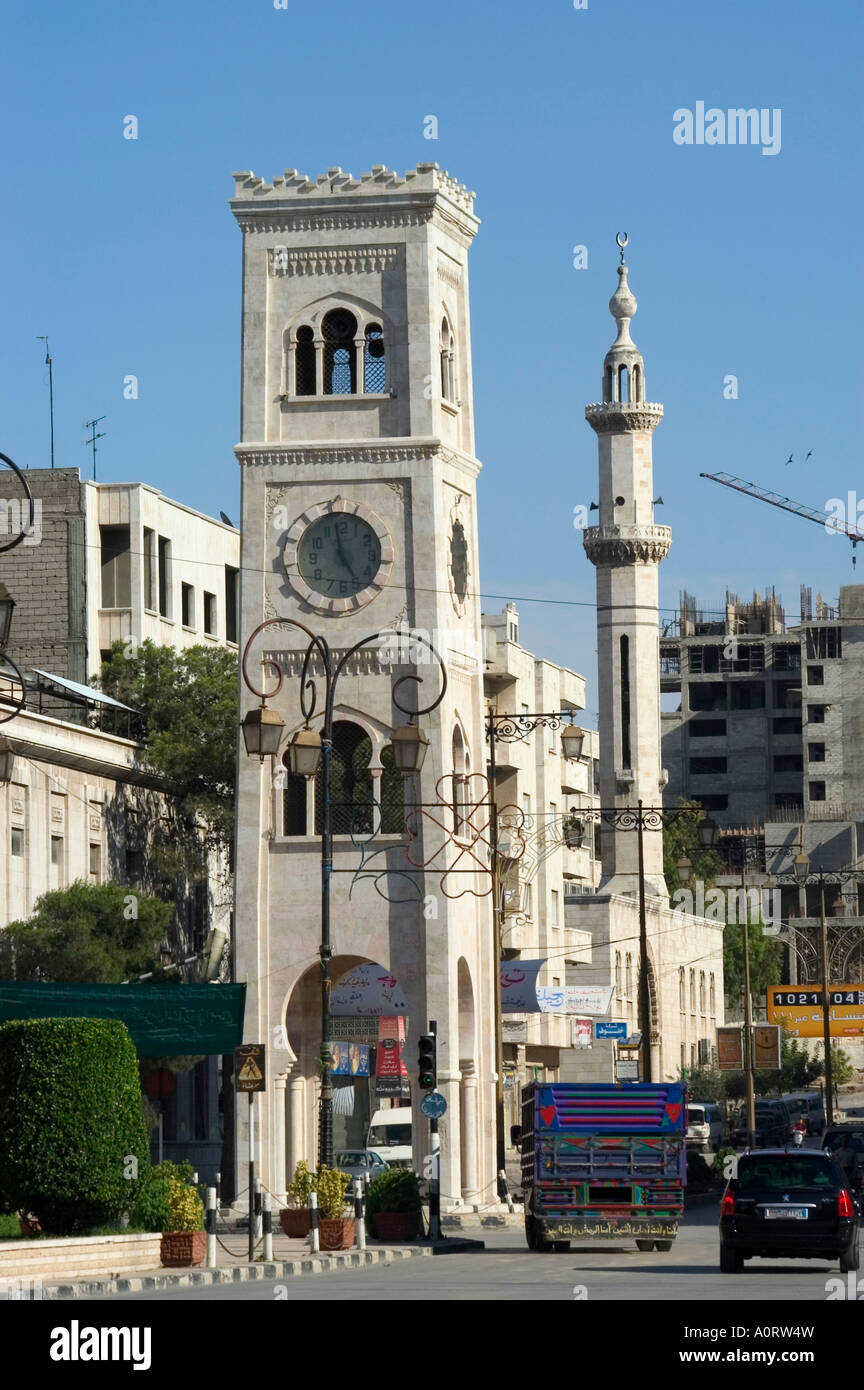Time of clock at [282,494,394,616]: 4:59
